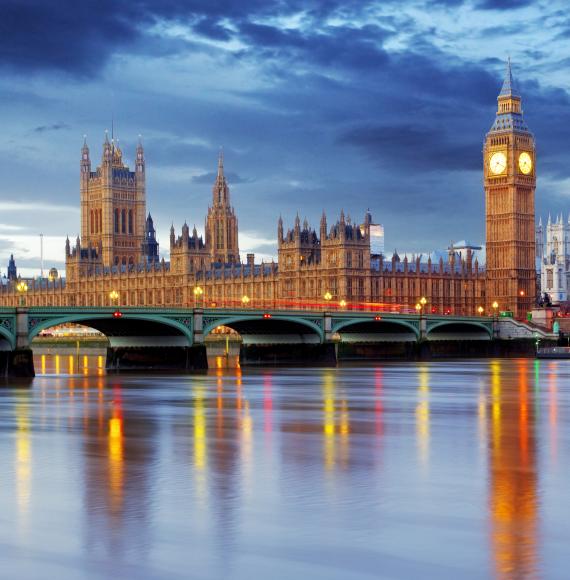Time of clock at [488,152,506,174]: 7:19
